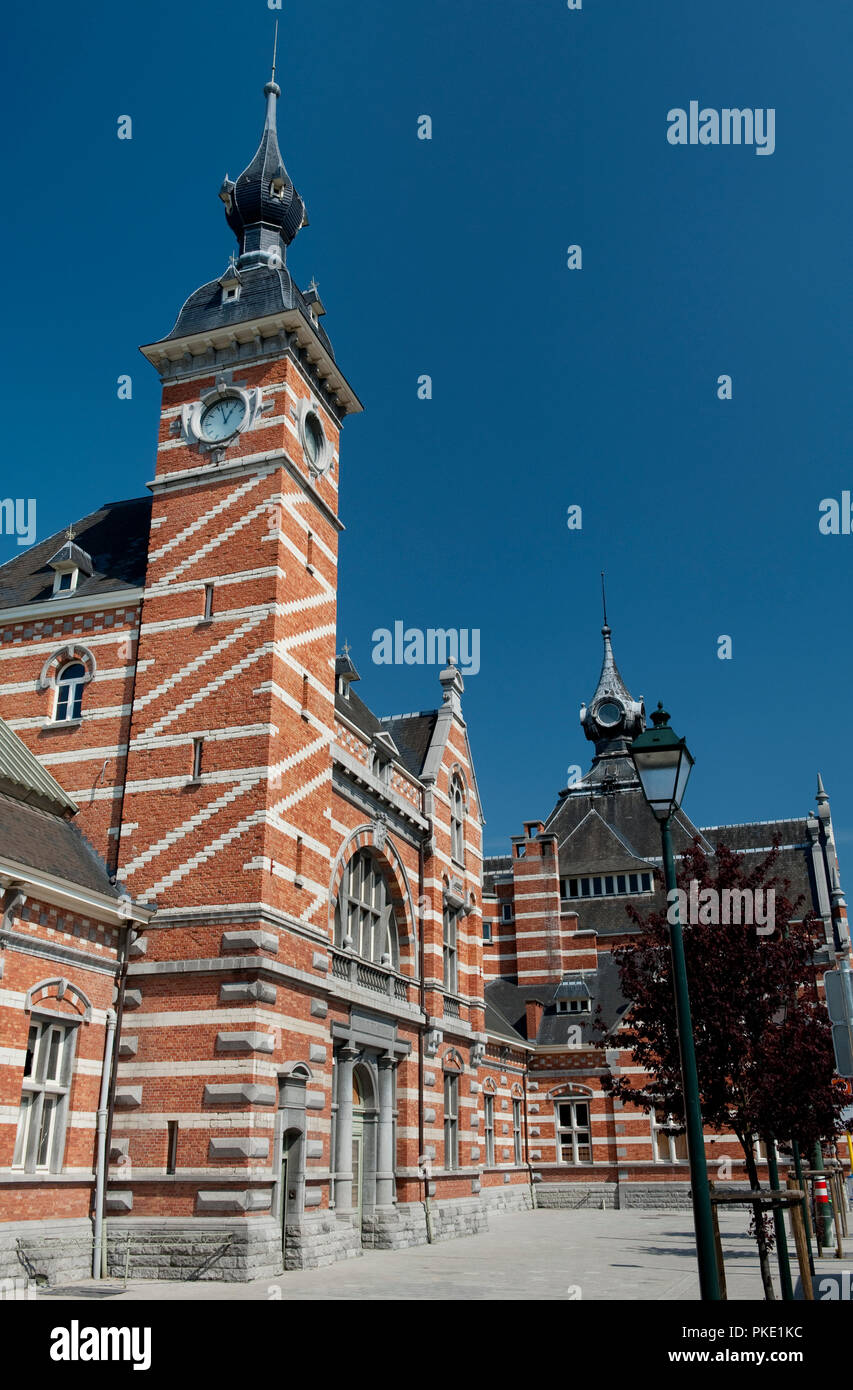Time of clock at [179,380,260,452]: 12:57
